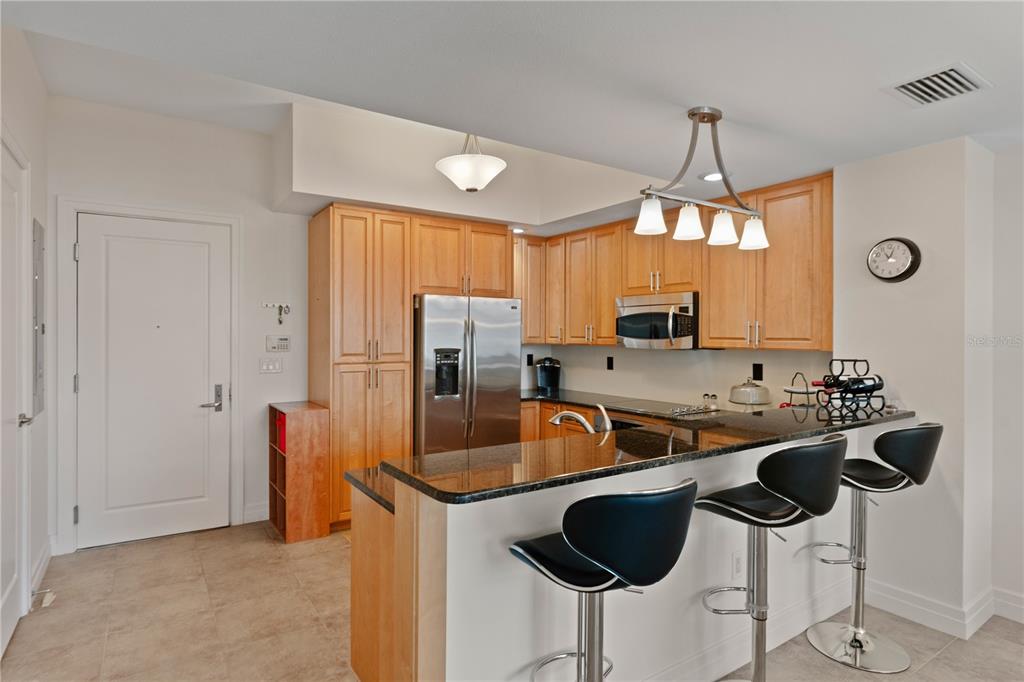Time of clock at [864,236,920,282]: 11:03
